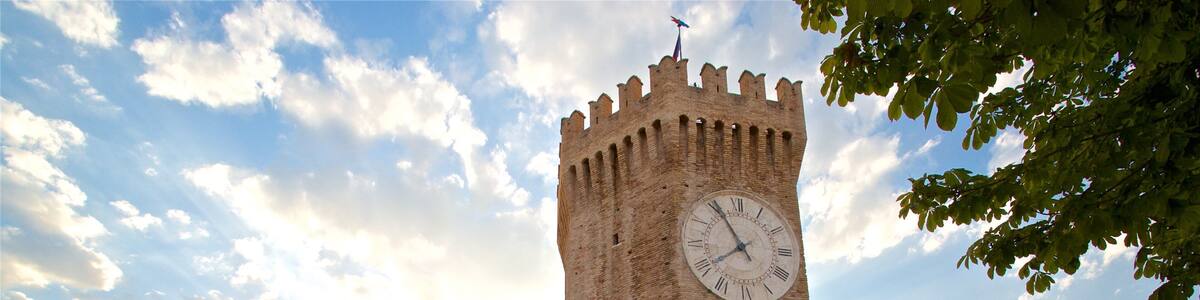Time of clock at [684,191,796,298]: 7:55
